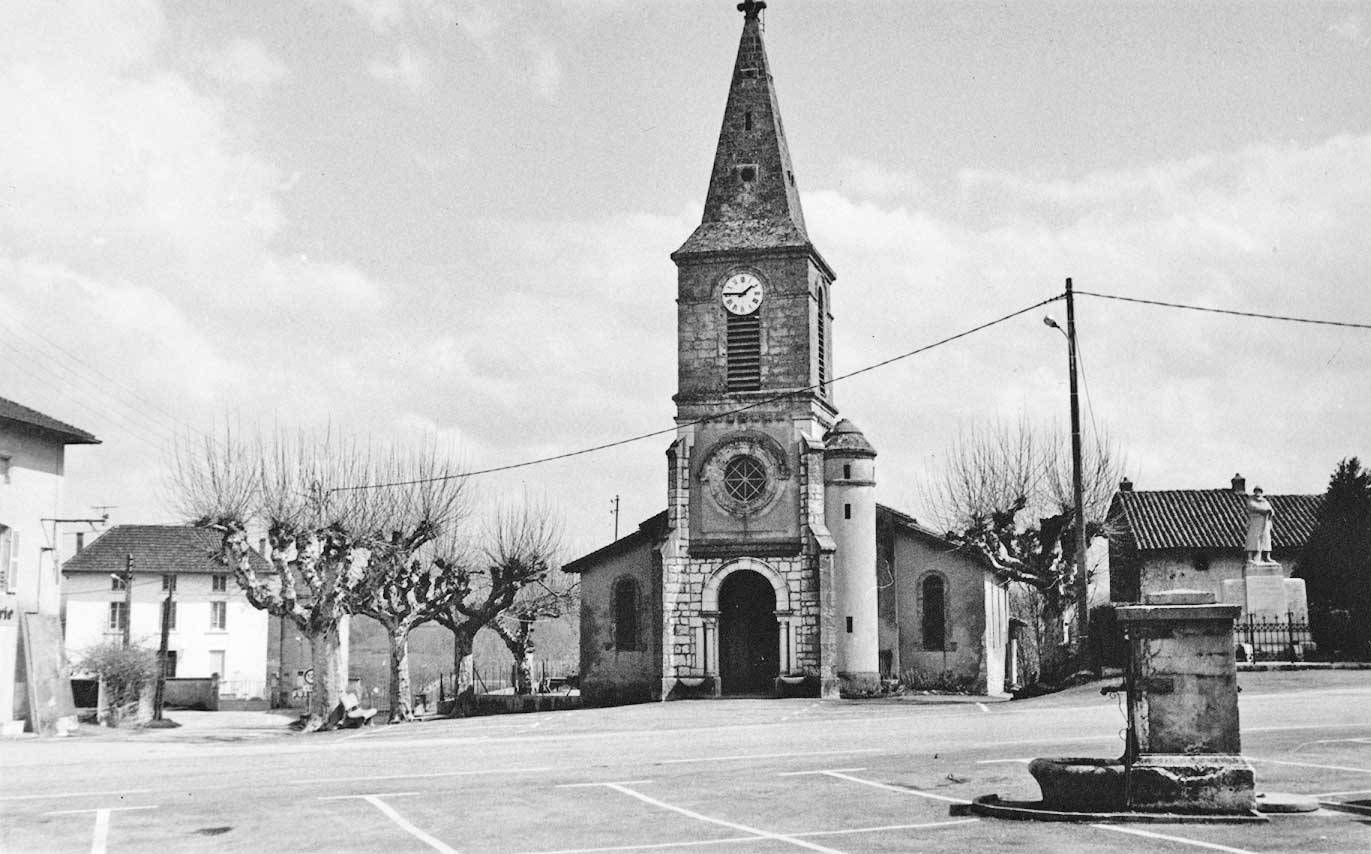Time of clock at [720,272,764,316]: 1:45
